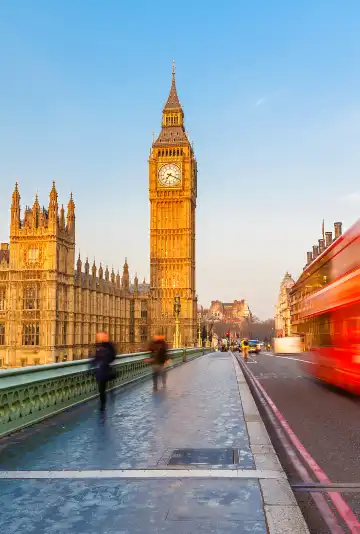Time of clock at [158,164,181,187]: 7:18
